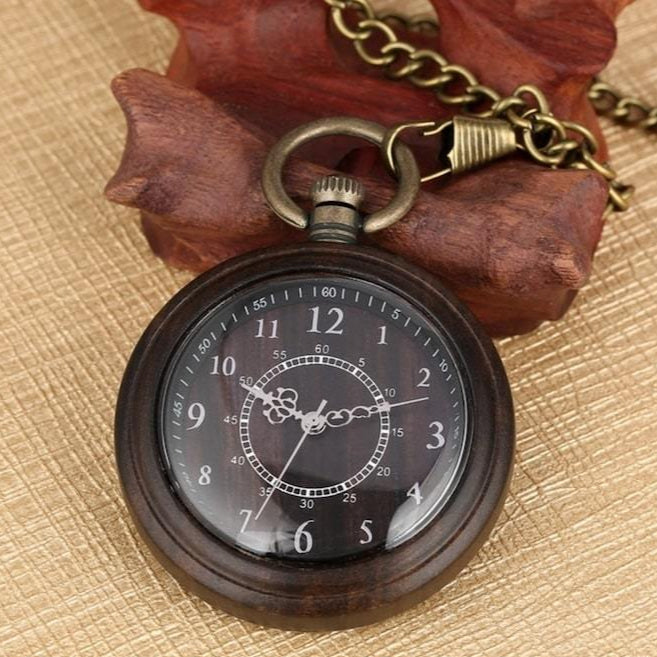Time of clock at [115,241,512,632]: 2:33
